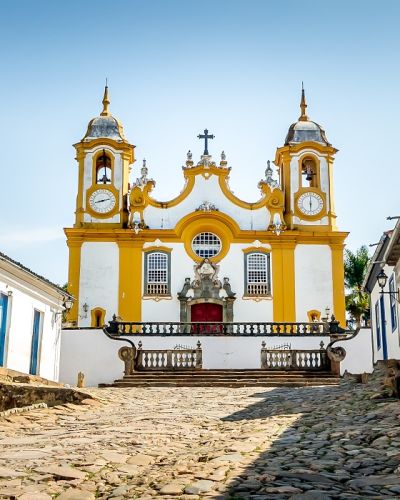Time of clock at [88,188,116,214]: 8:11
